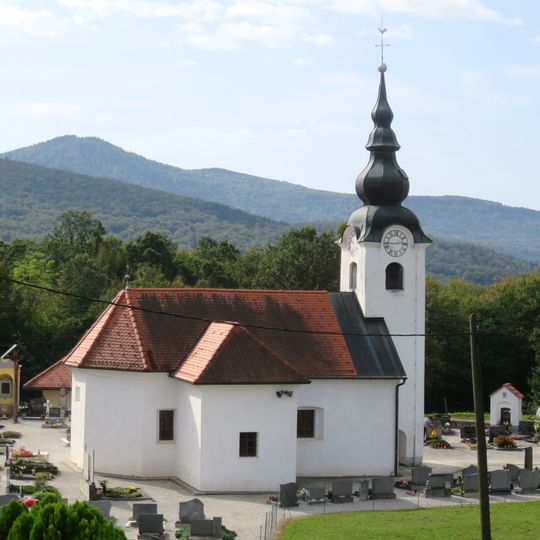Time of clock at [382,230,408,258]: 2:43
